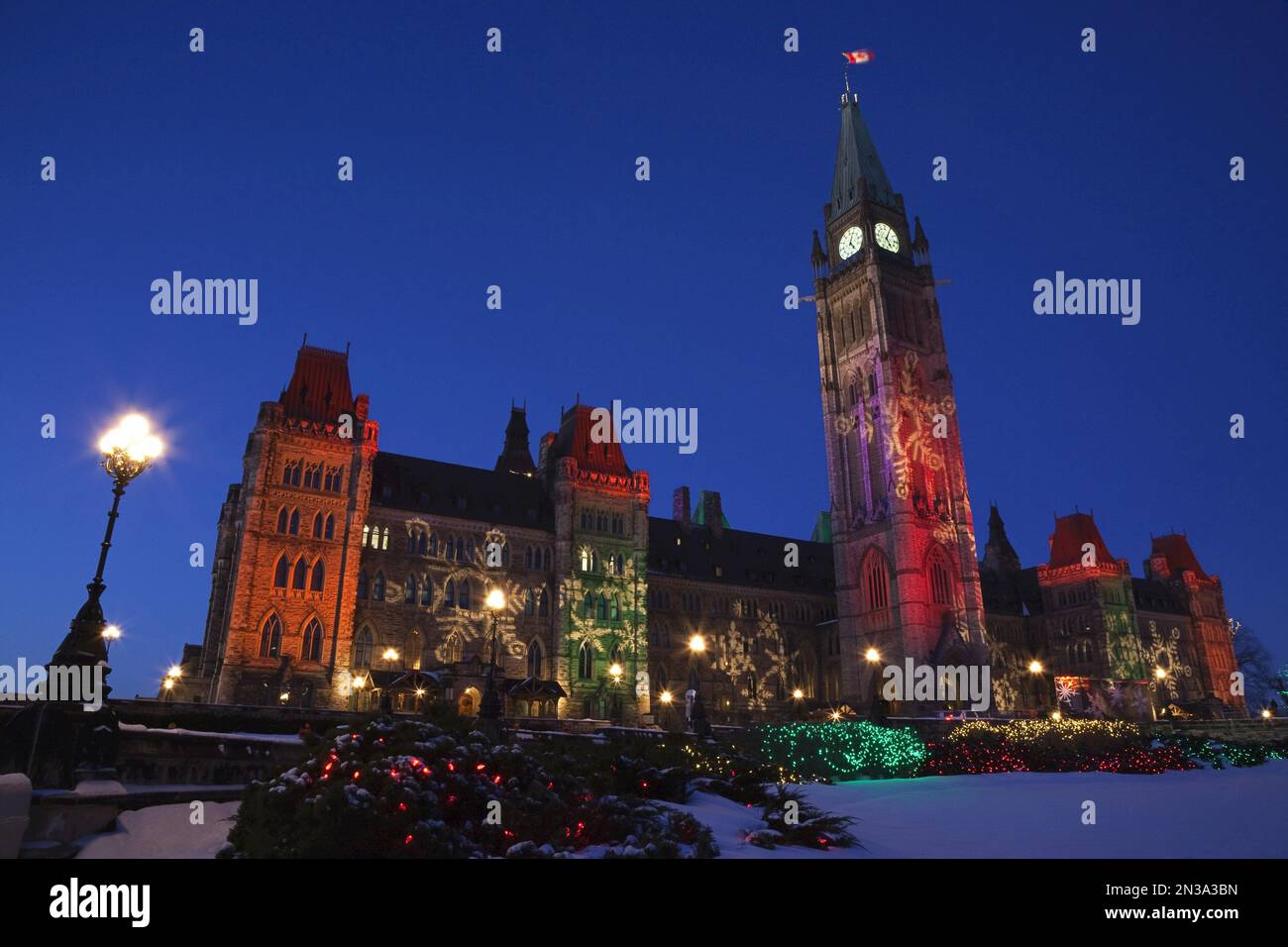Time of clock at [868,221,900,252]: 5:04
